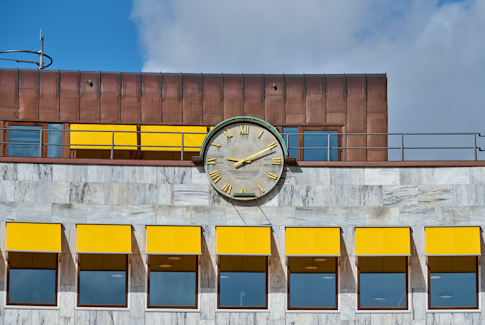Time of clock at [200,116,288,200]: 2:11
